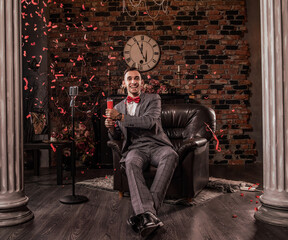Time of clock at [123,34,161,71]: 11:55
